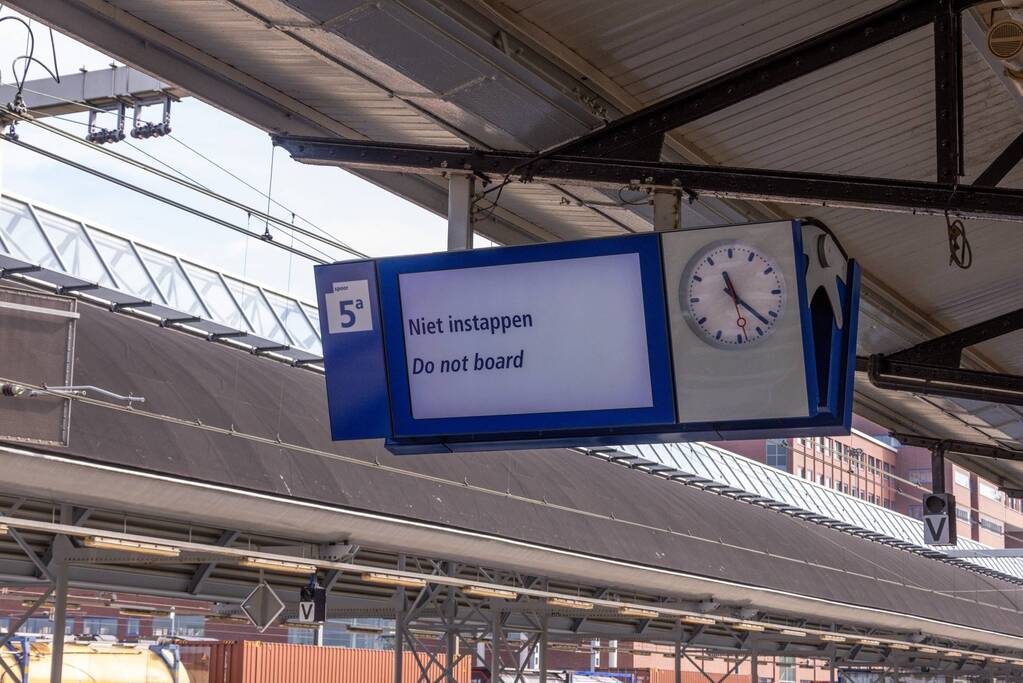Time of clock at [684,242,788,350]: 11:22
